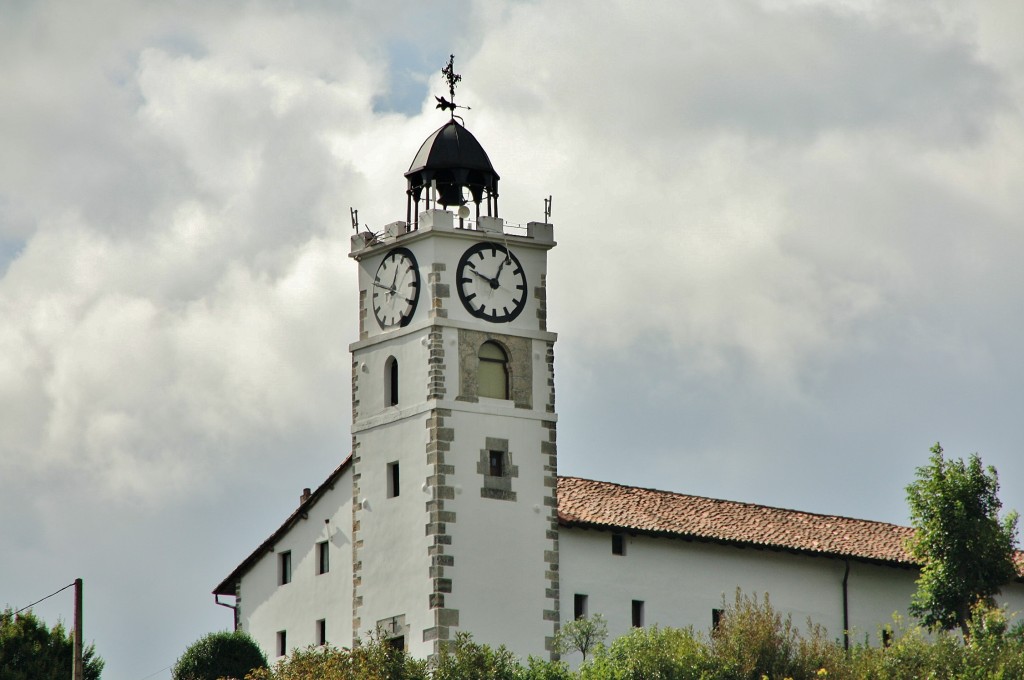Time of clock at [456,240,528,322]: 12:48
